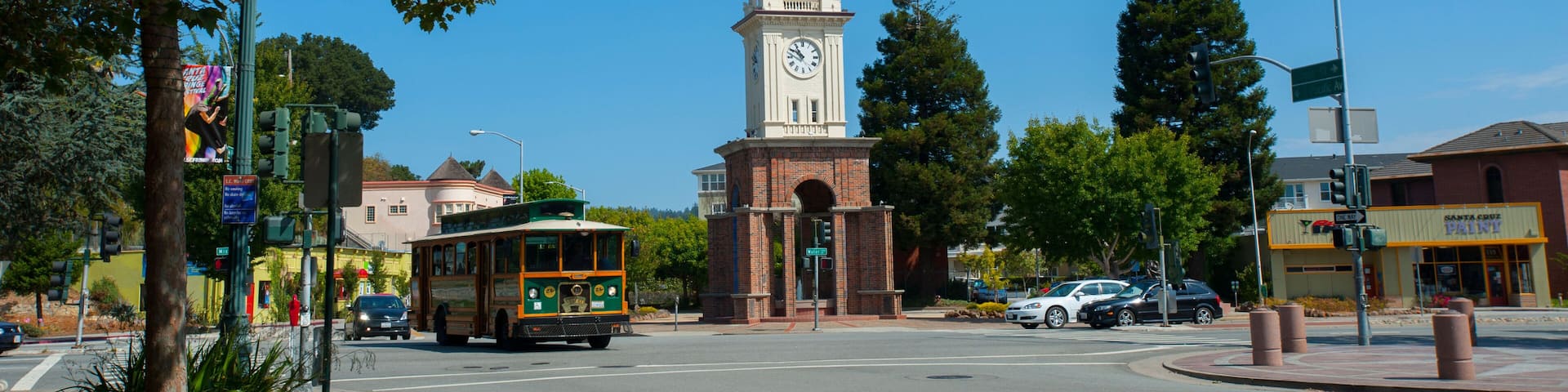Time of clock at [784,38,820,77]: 10:50
